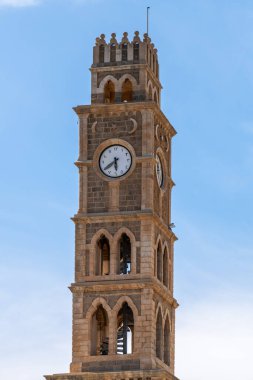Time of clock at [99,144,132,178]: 5:39
